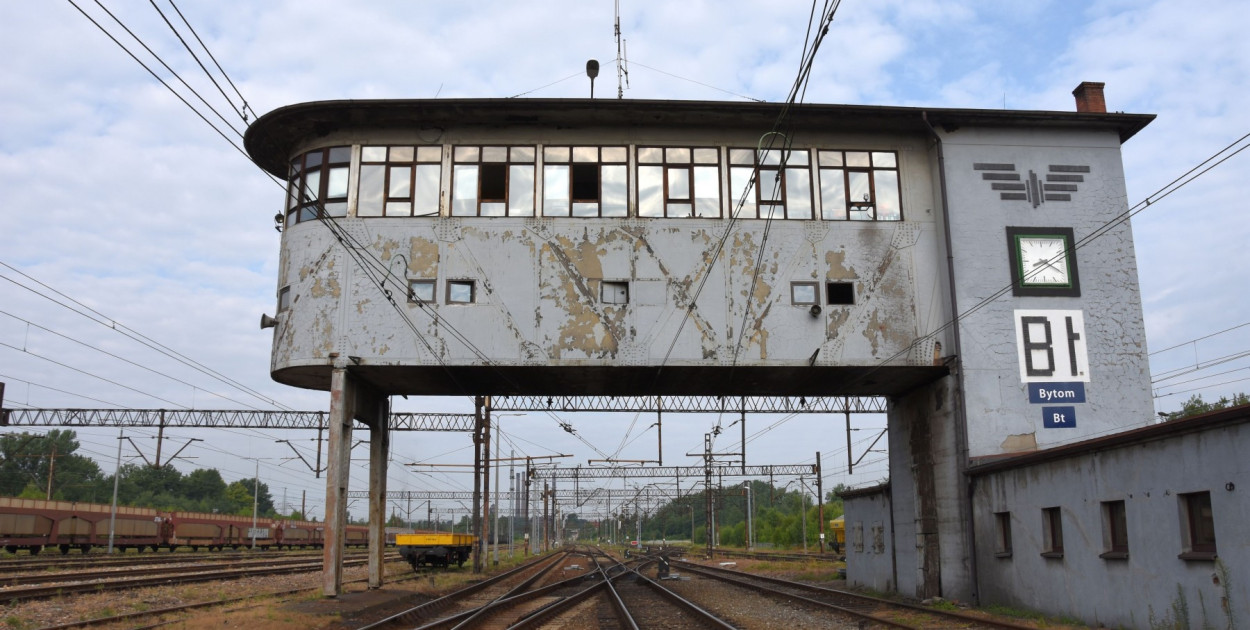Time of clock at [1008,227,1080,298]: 8:20
